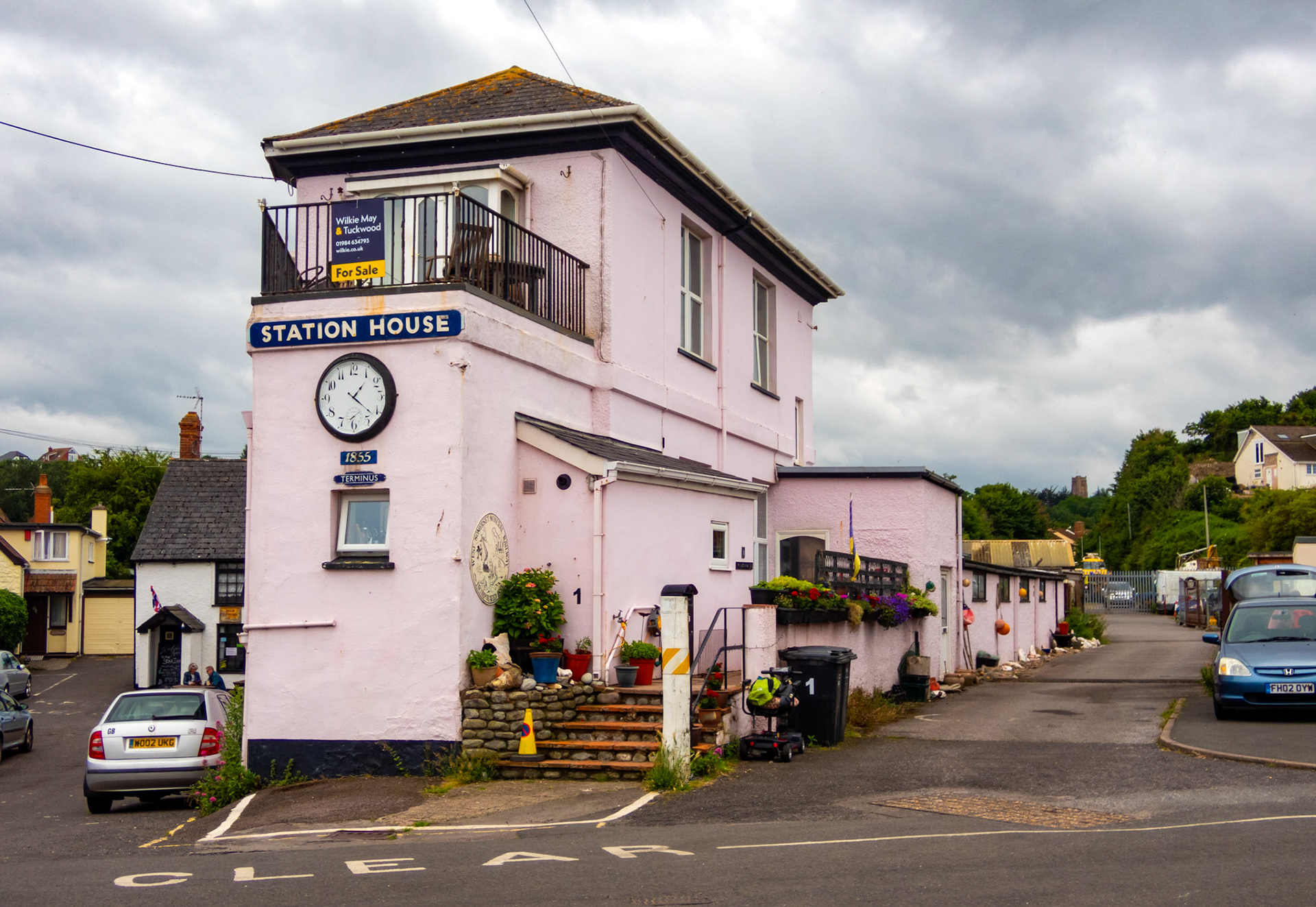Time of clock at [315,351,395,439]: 1:21
